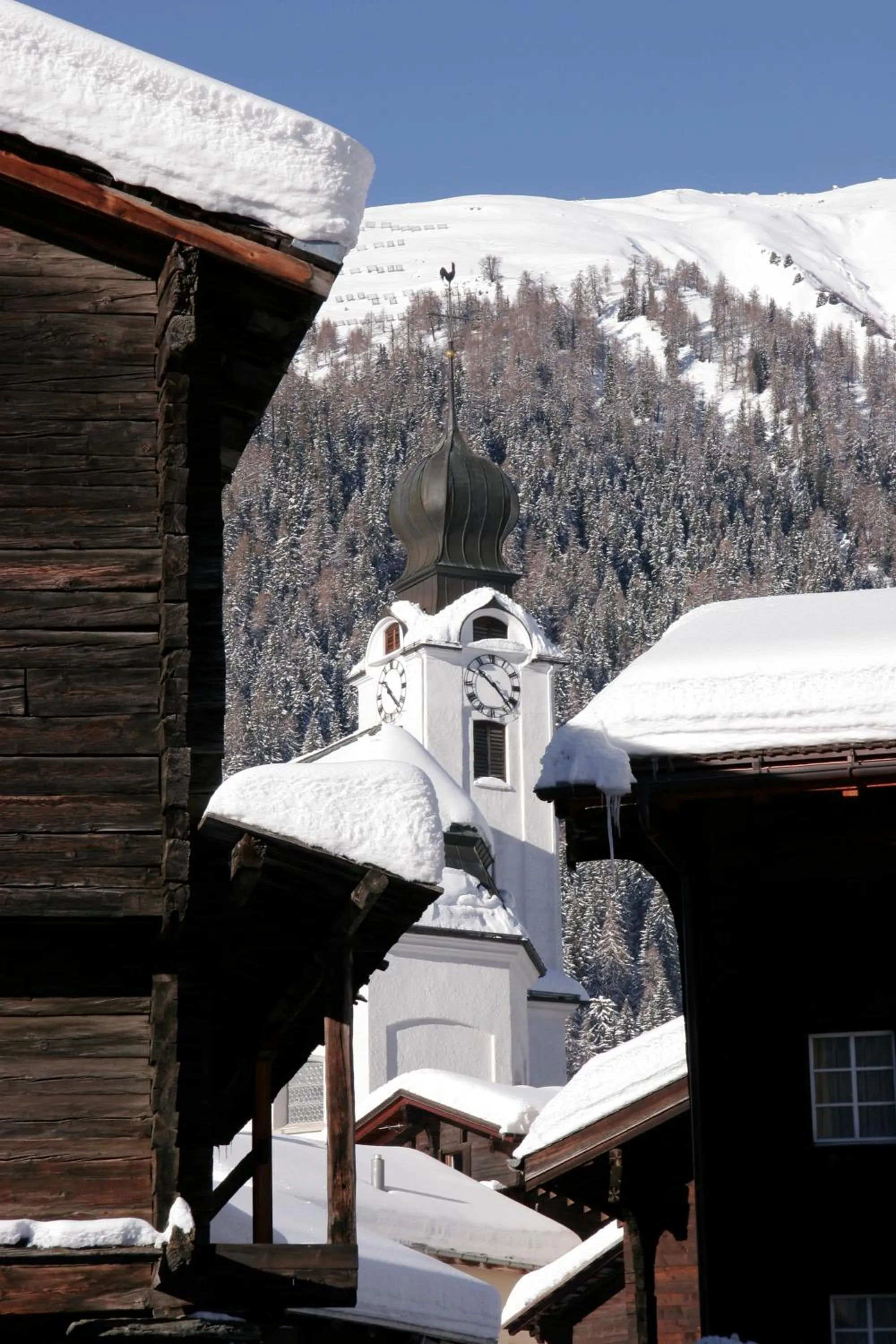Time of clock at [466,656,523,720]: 10:22
